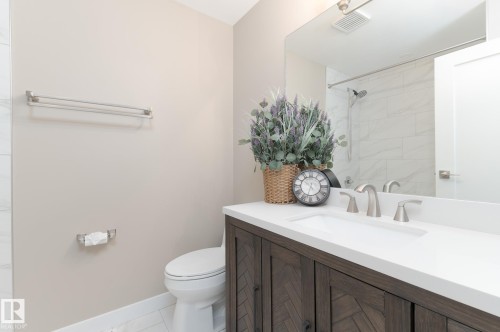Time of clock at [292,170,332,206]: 6:32
